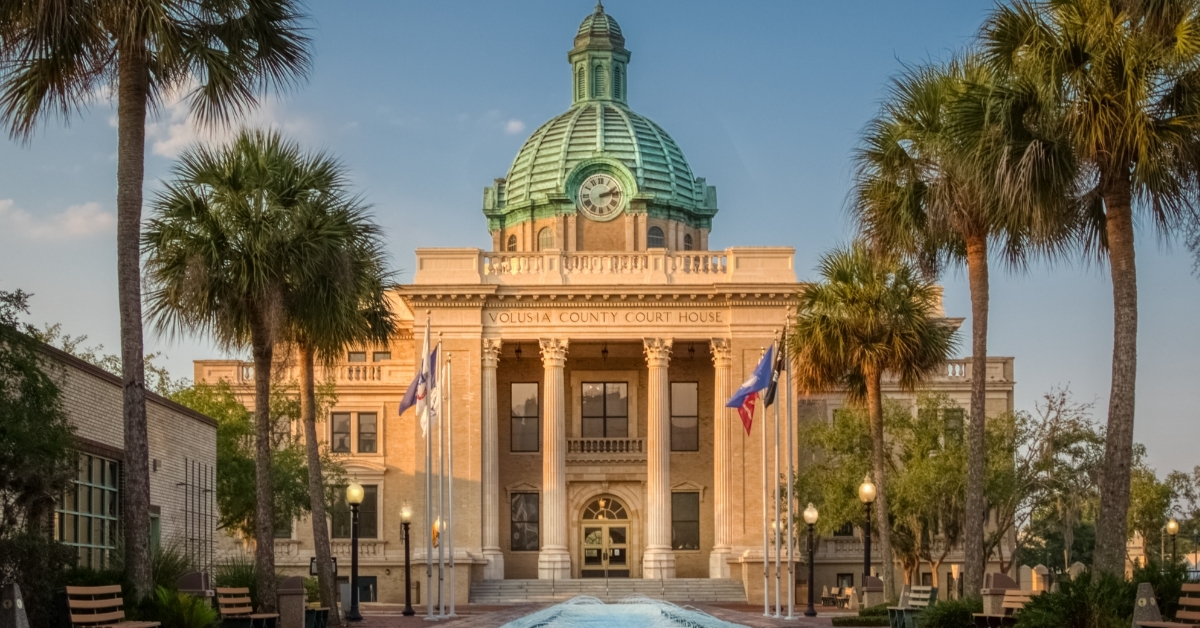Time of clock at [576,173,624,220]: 2:13
